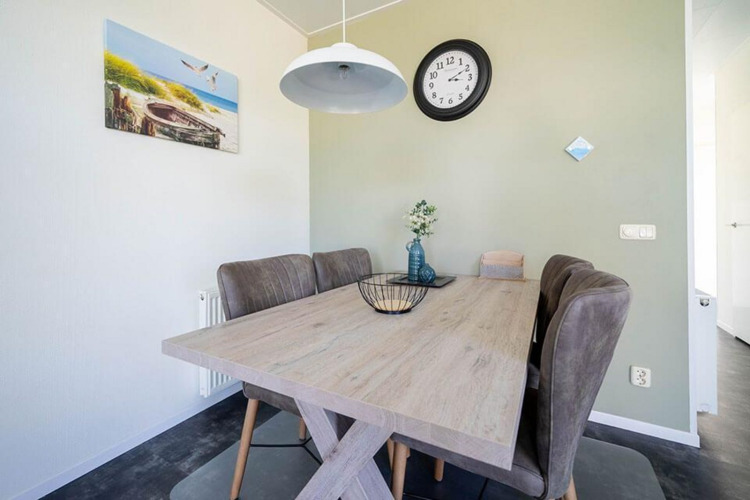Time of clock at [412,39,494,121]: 3:10
